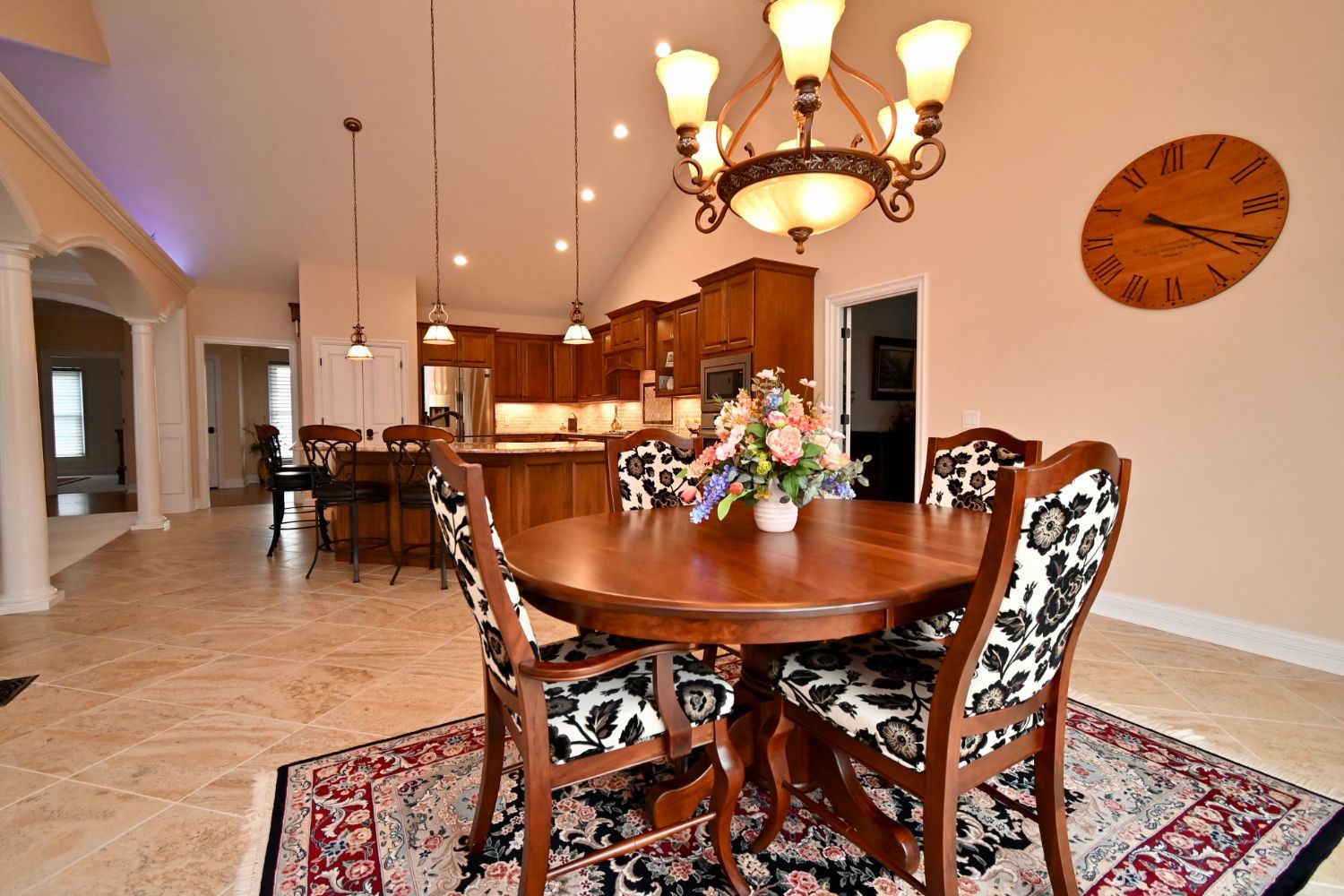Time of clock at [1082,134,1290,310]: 4:19
